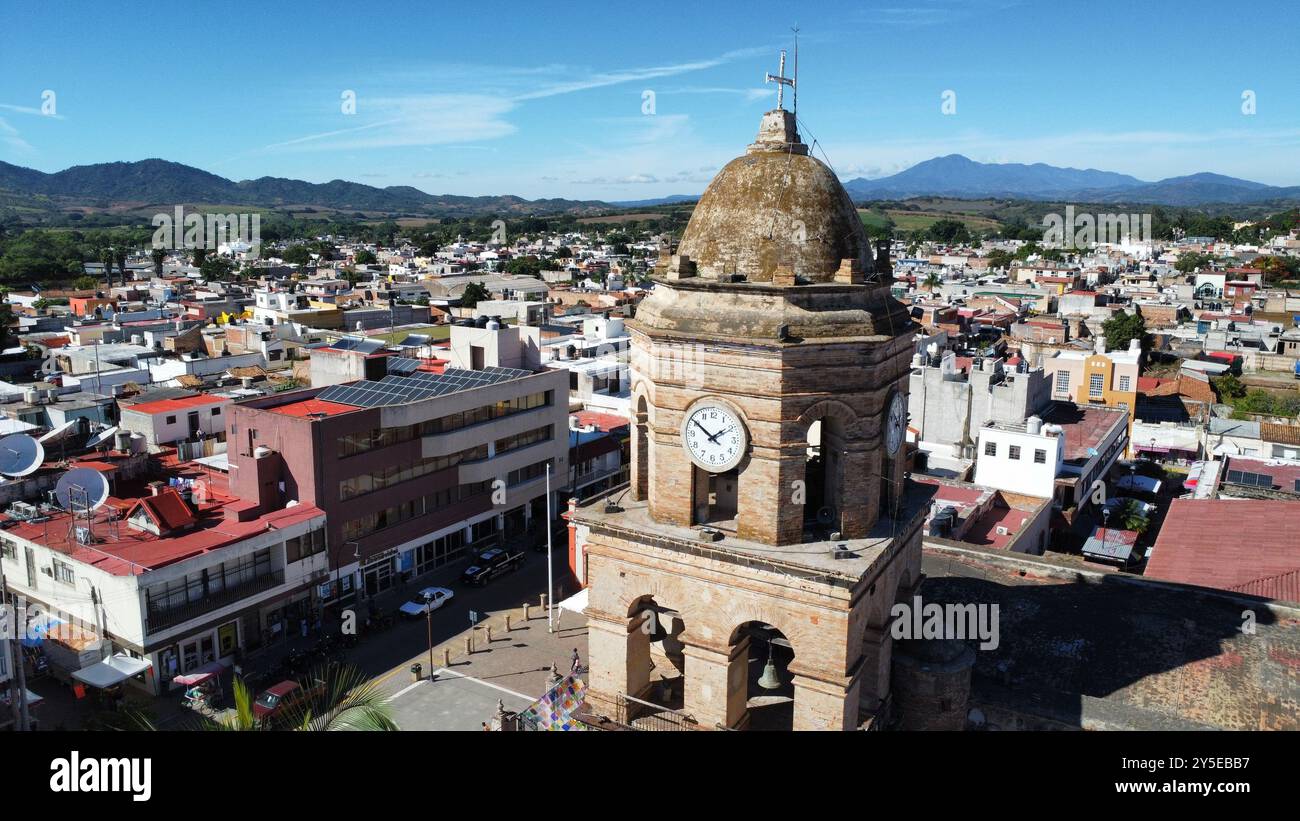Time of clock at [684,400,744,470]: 1:50
